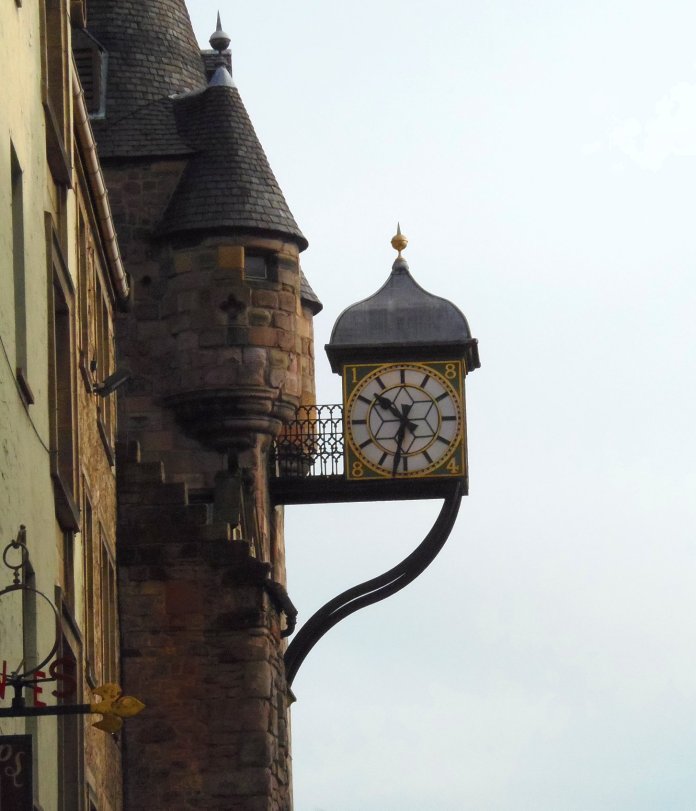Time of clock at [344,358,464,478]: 10:32
